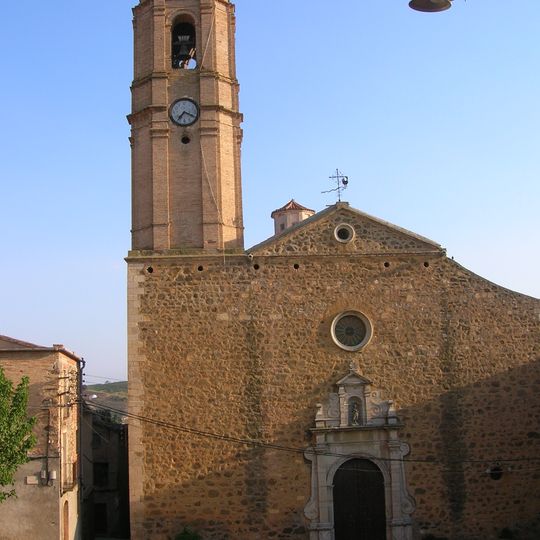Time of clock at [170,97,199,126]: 7:19
